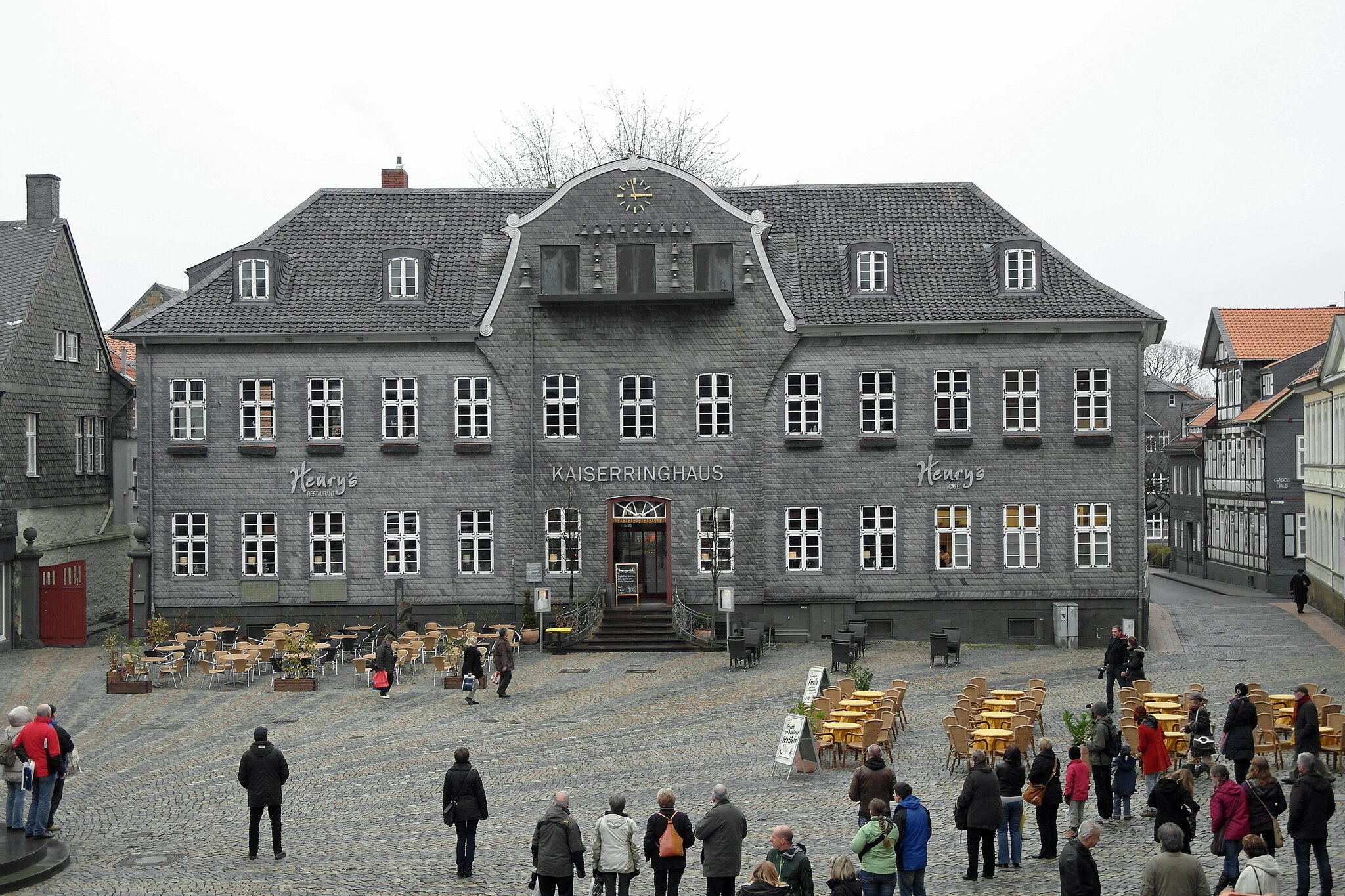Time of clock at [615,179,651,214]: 2:58
